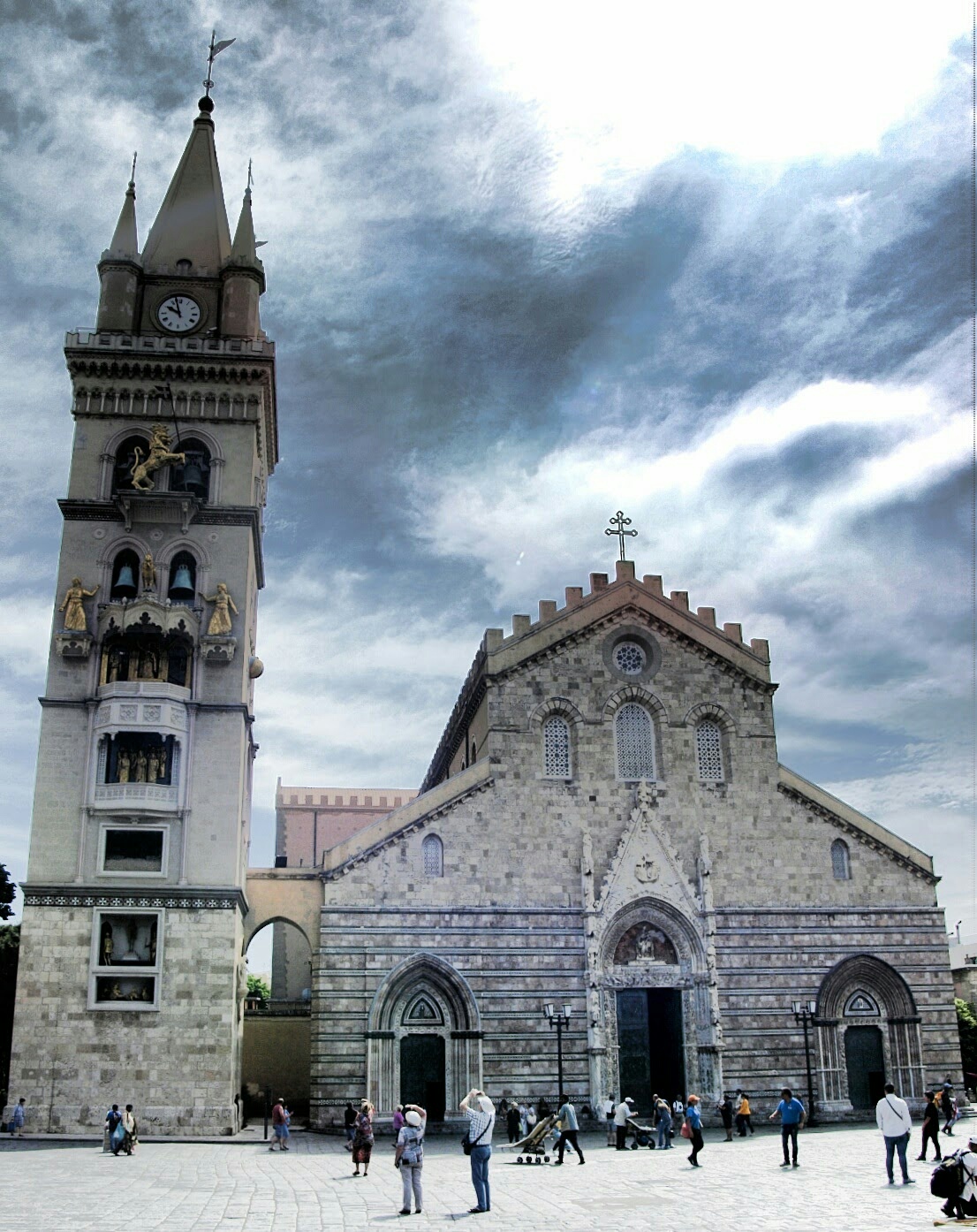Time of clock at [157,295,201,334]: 9:57
